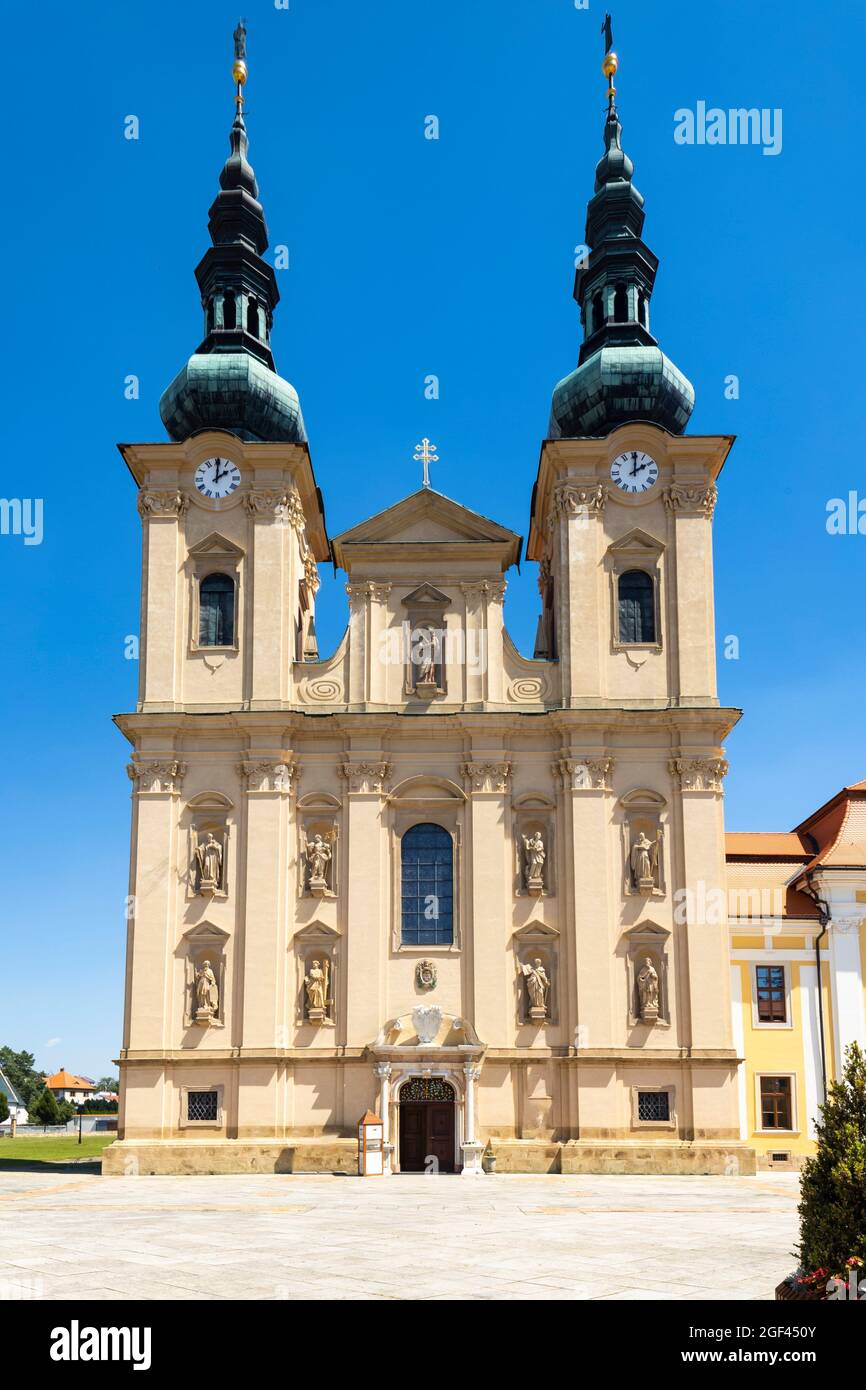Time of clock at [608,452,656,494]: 2:00
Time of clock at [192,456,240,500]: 2:00
